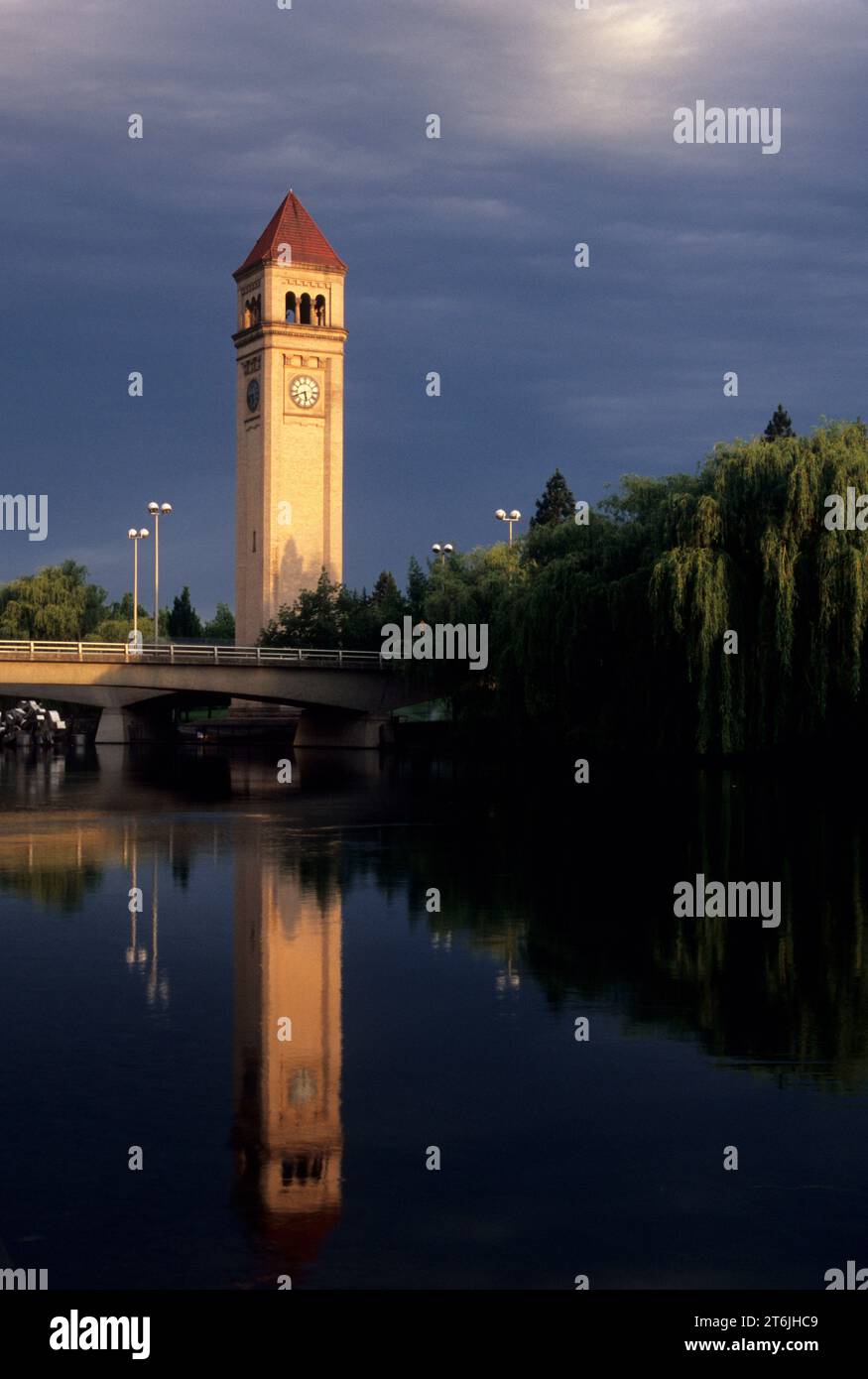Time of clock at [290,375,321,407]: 5:41
